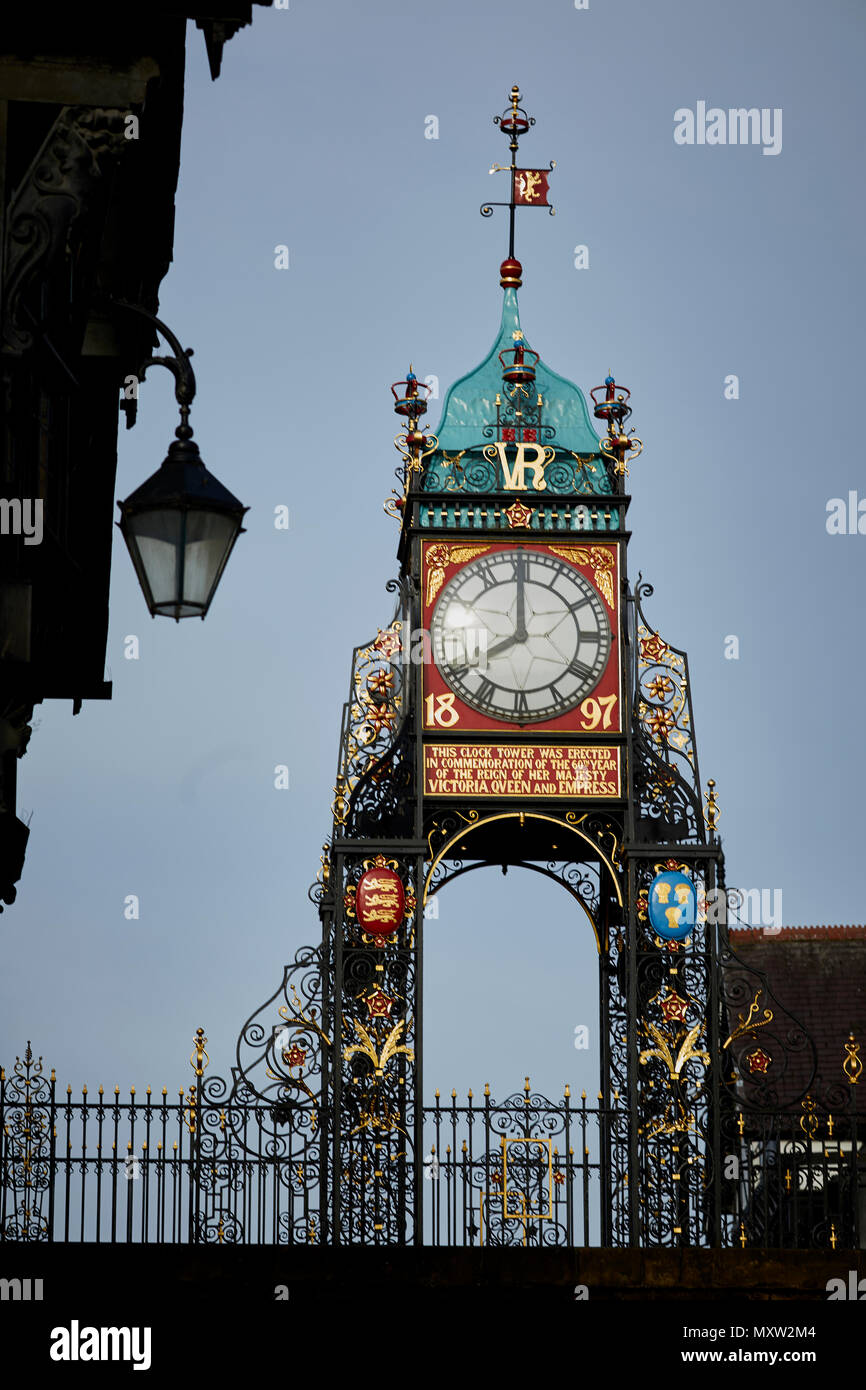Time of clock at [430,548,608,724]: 7:59
